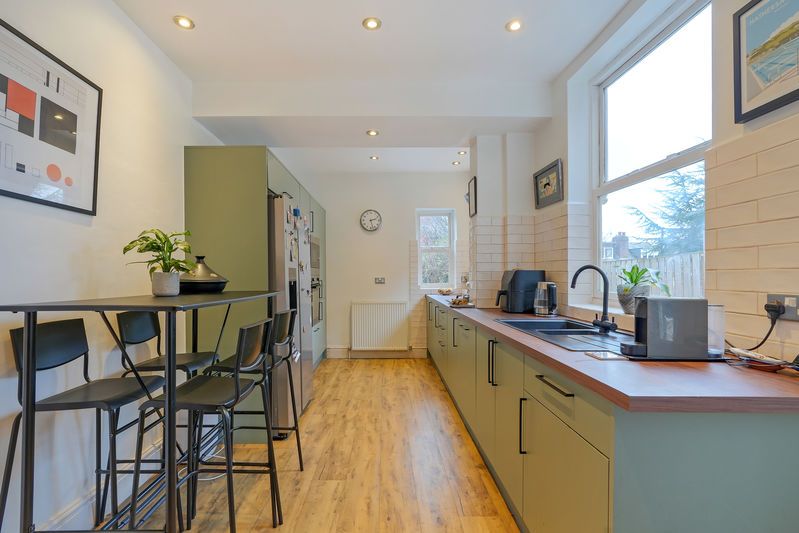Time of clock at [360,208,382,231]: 2:27
